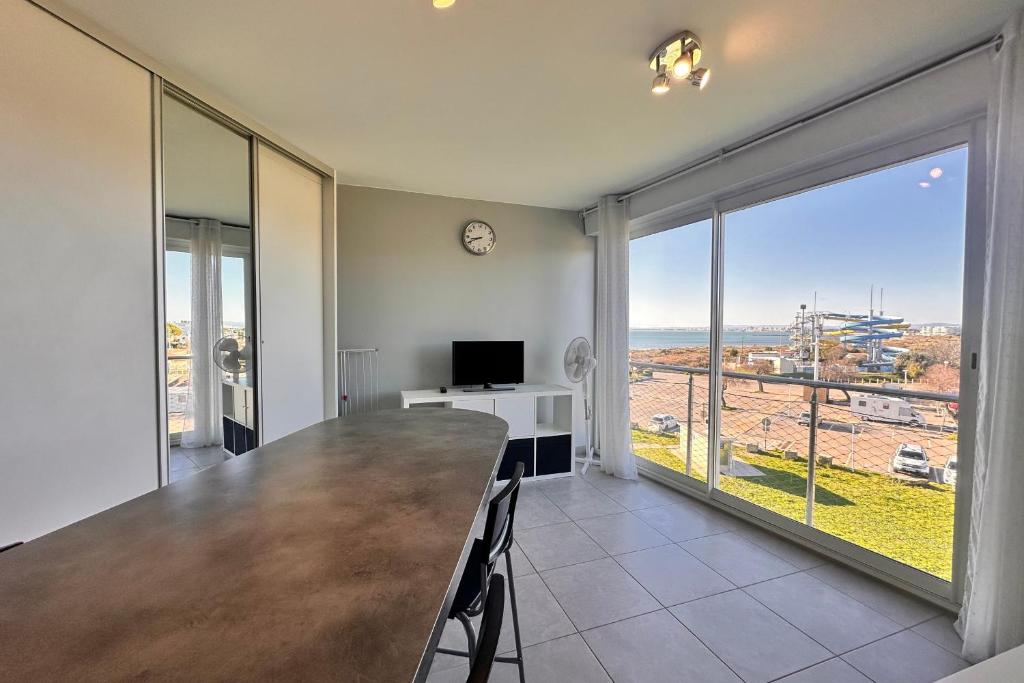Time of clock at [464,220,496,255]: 8:40
